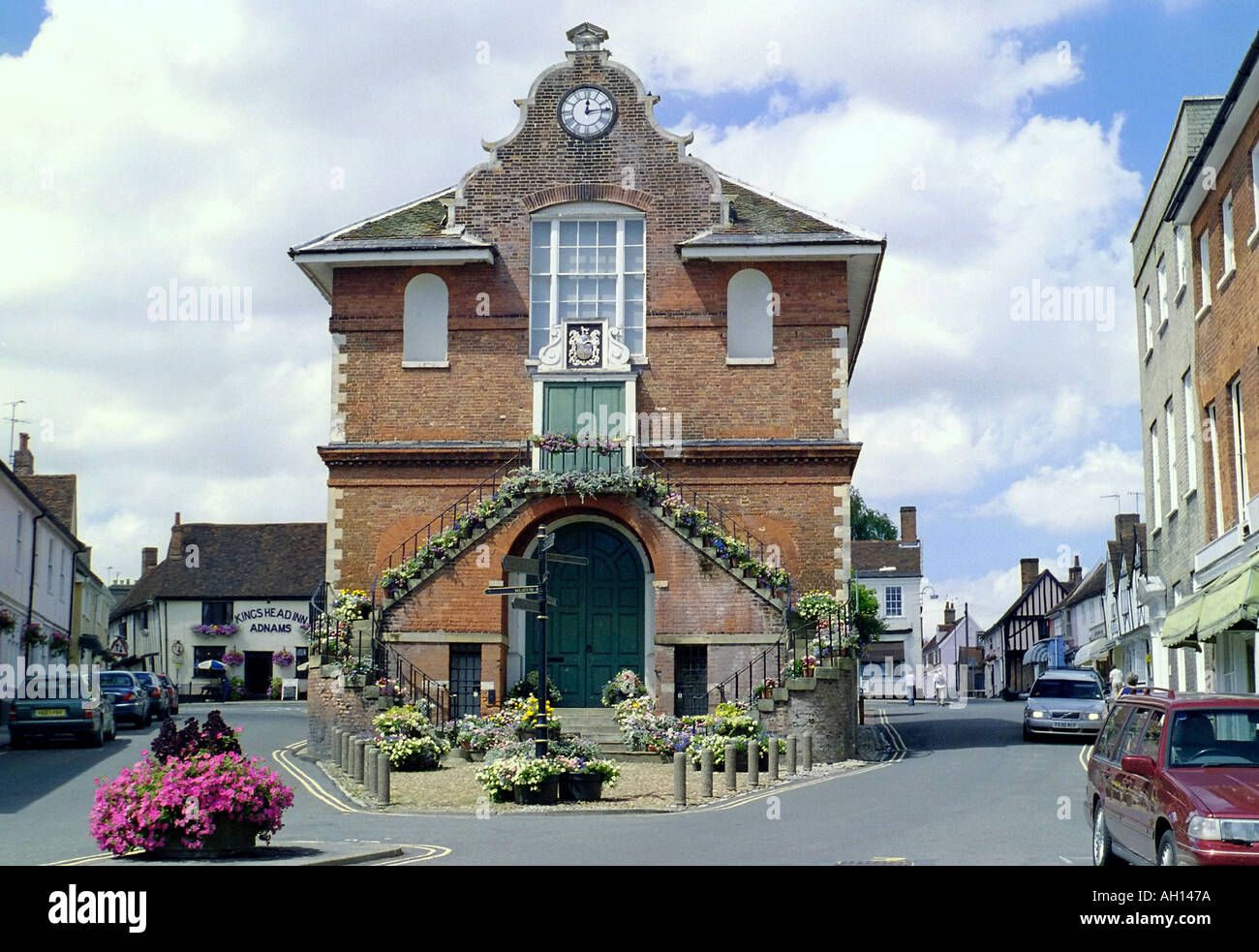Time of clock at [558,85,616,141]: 12:13
